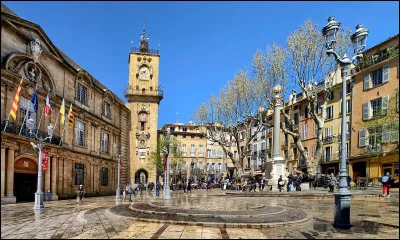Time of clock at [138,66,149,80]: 8:27
